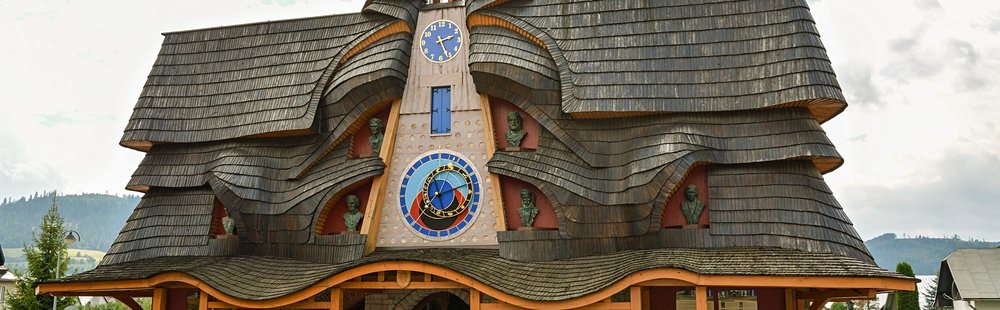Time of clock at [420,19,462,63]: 2:26
